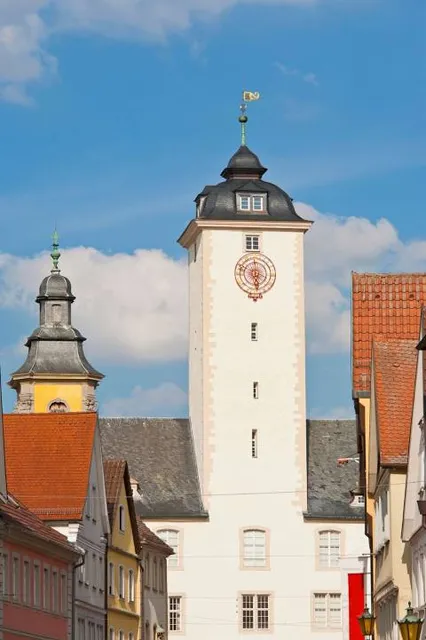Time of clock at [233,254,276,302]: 5:59
